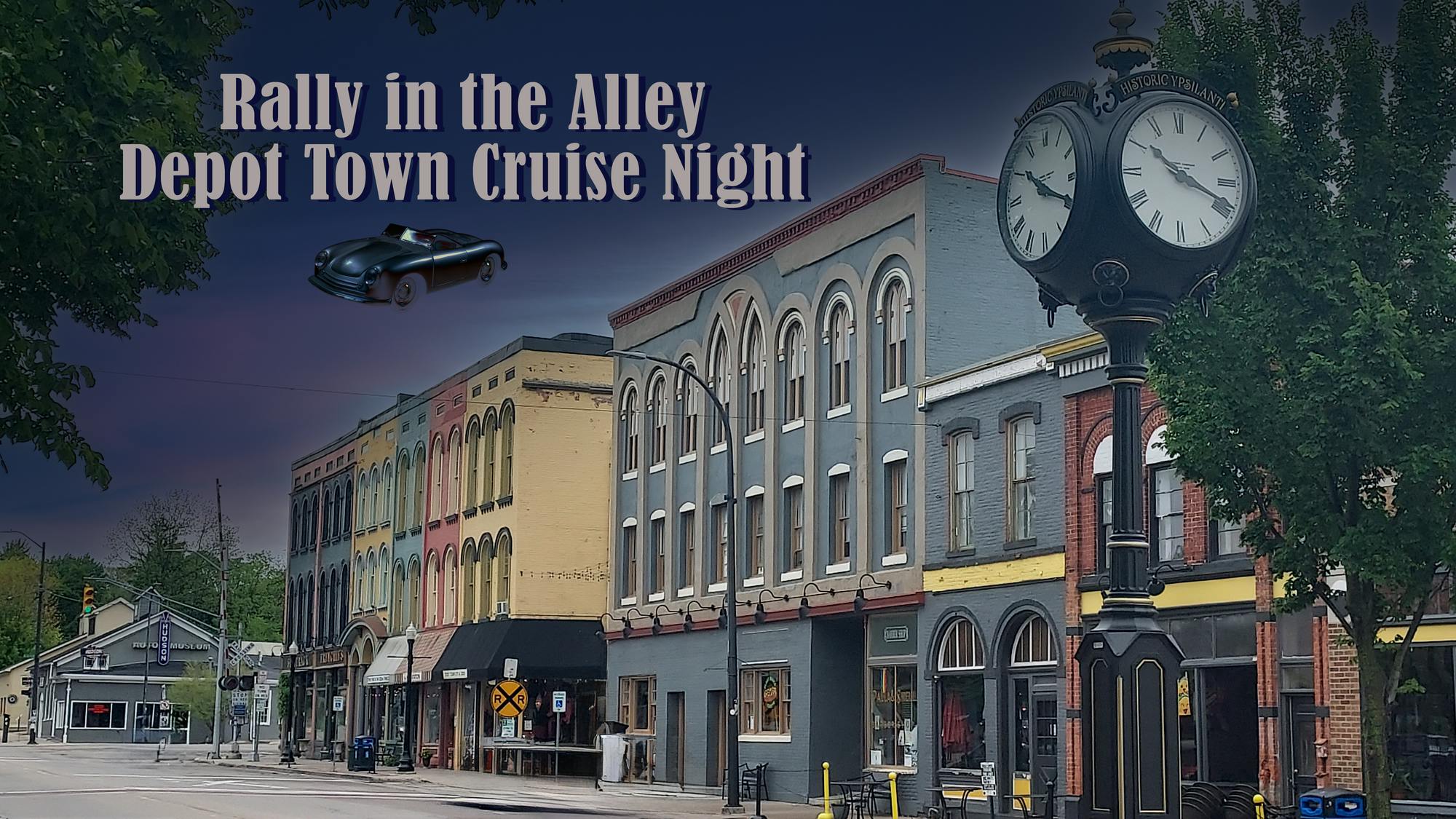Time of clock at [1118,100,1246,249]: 10:18
